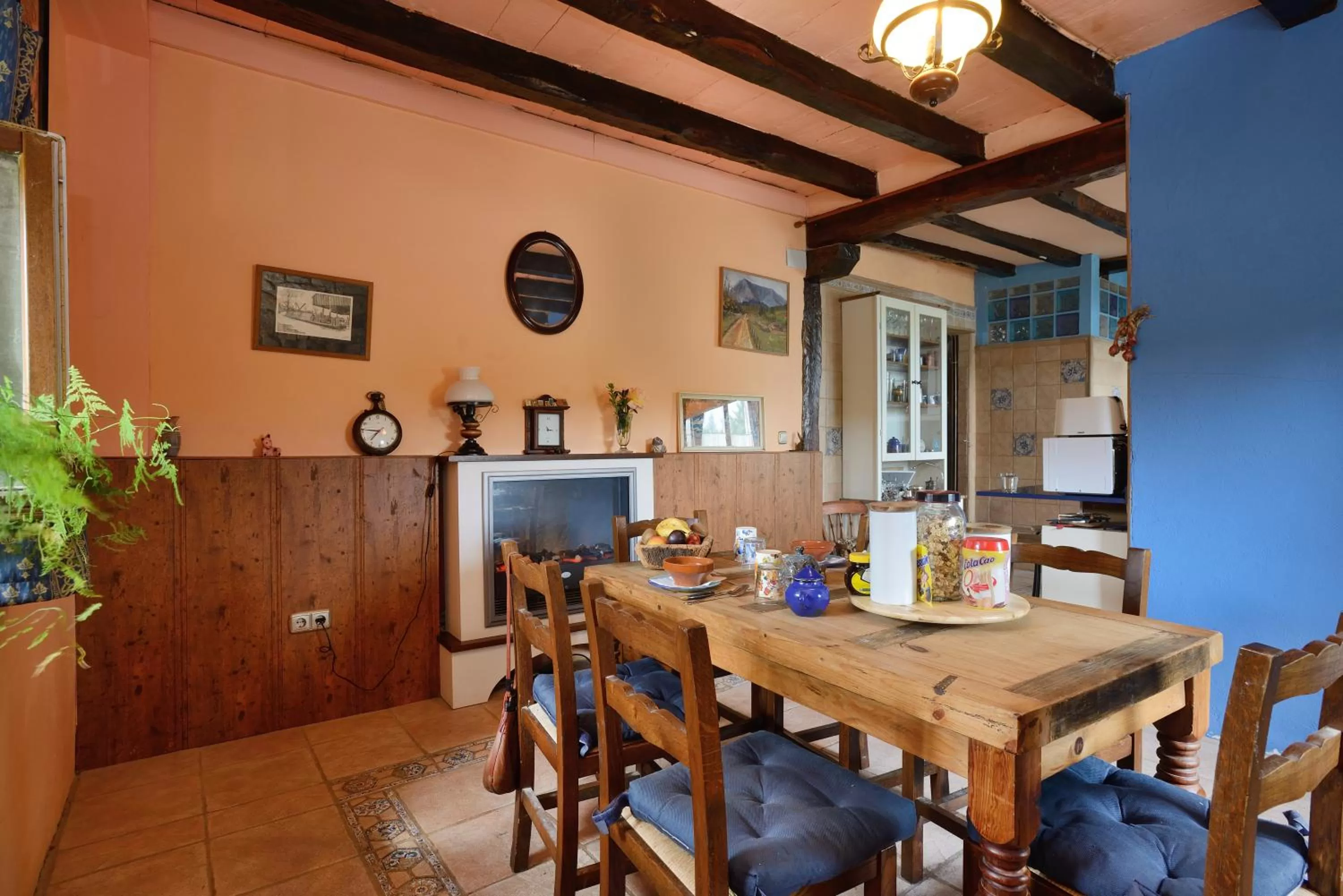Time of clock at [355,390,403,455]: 7:46
